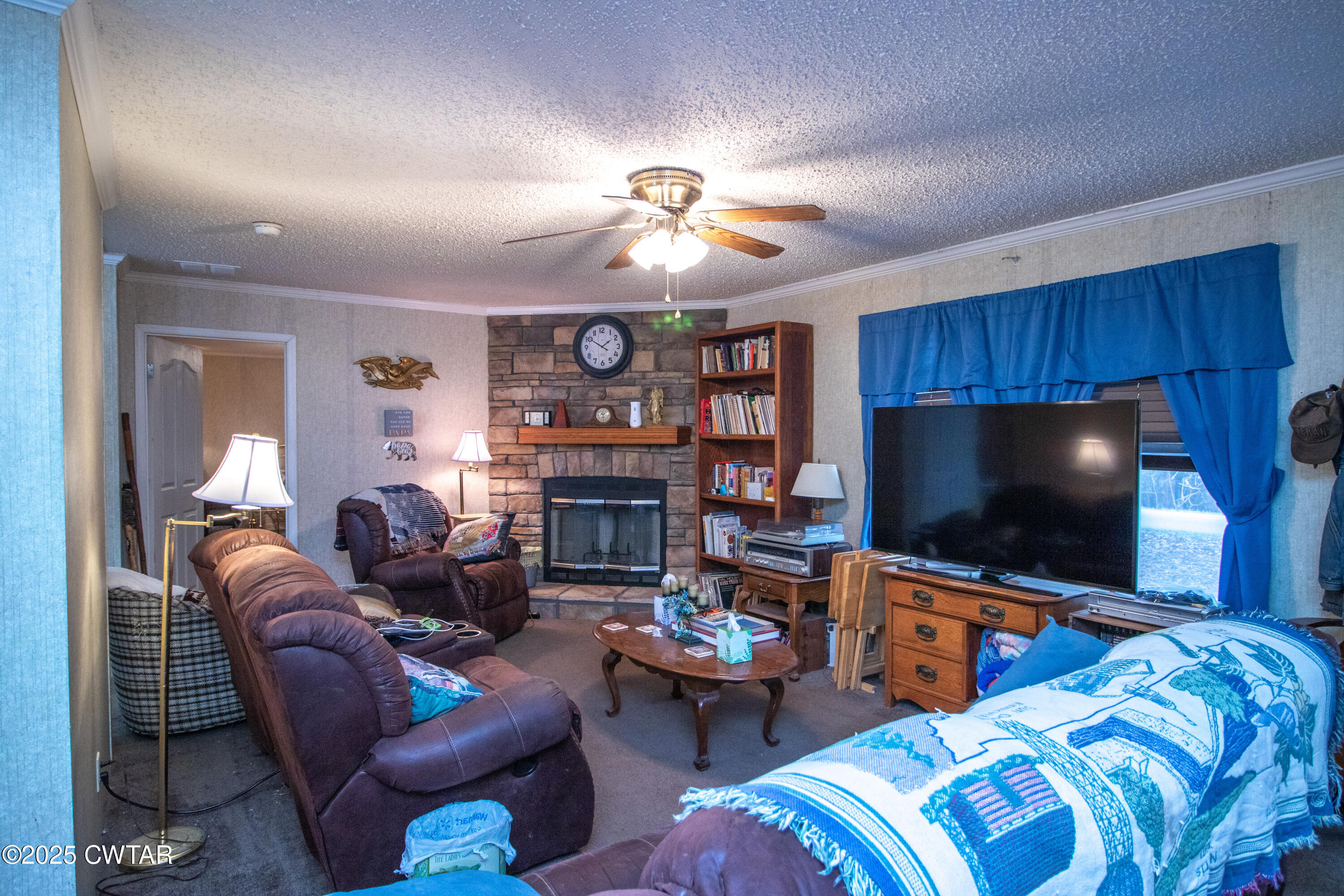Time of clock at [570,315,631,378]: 1:50
